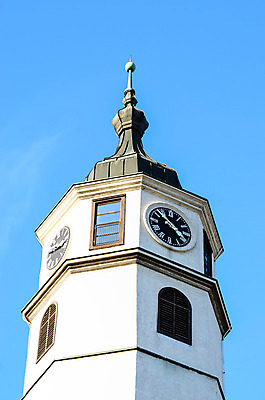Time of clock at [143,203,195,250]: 3:52
